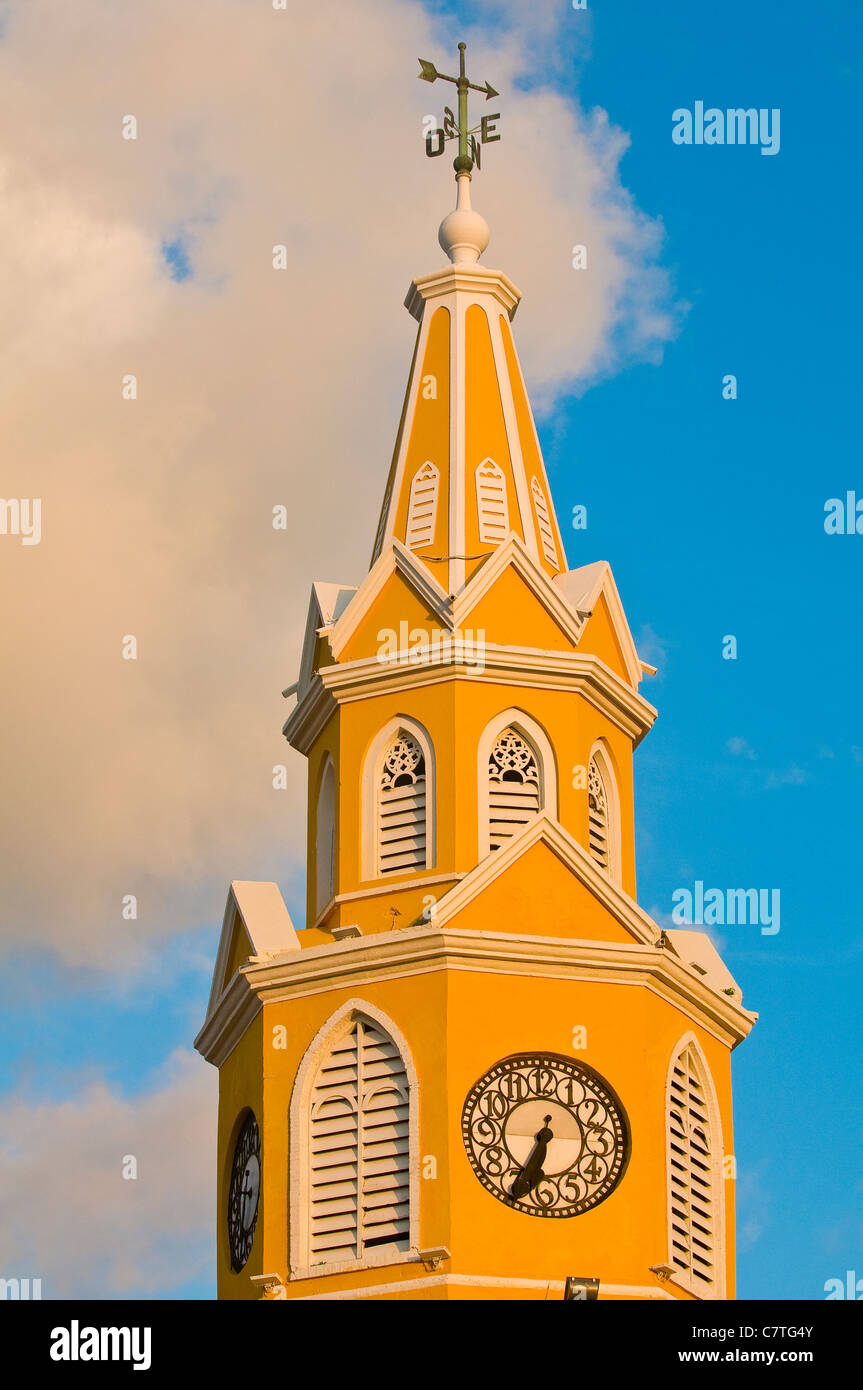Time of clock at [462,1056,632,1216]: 6:34
